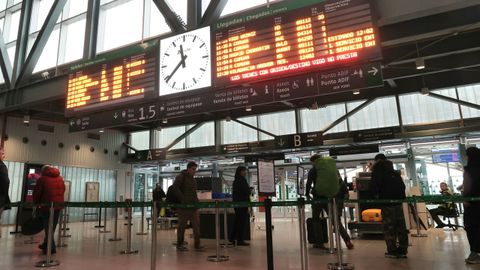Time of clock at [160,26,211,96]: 11:38
